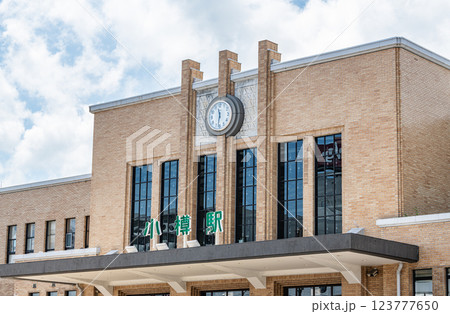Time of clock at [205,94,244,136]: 11:32
